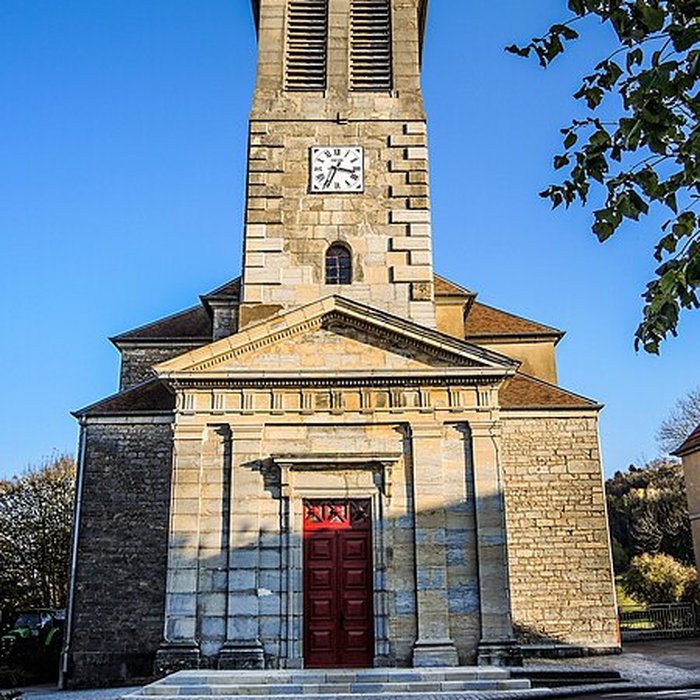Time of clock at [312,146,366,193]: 3:34
